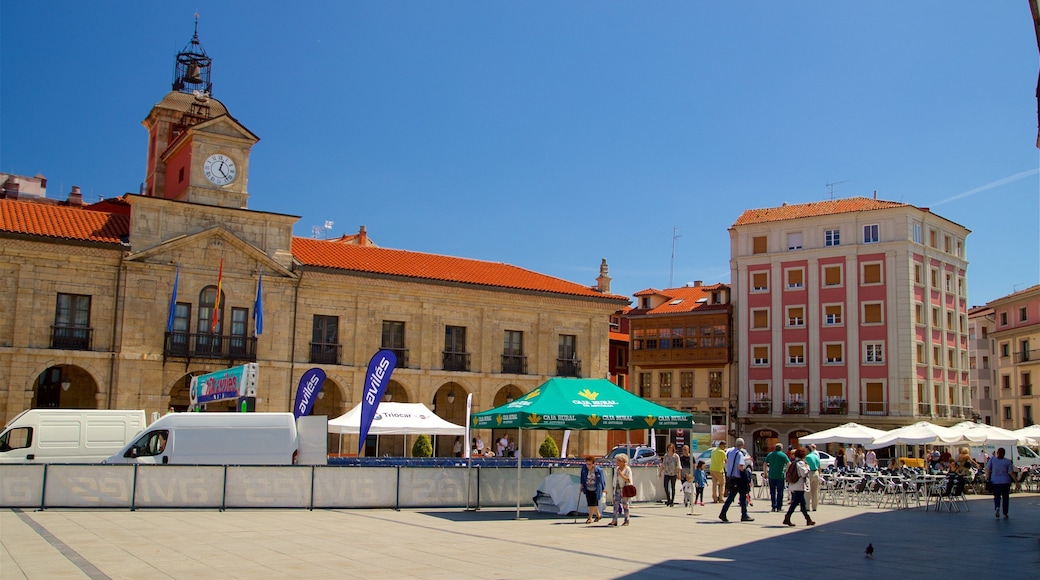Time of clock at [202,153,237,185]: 12:23
